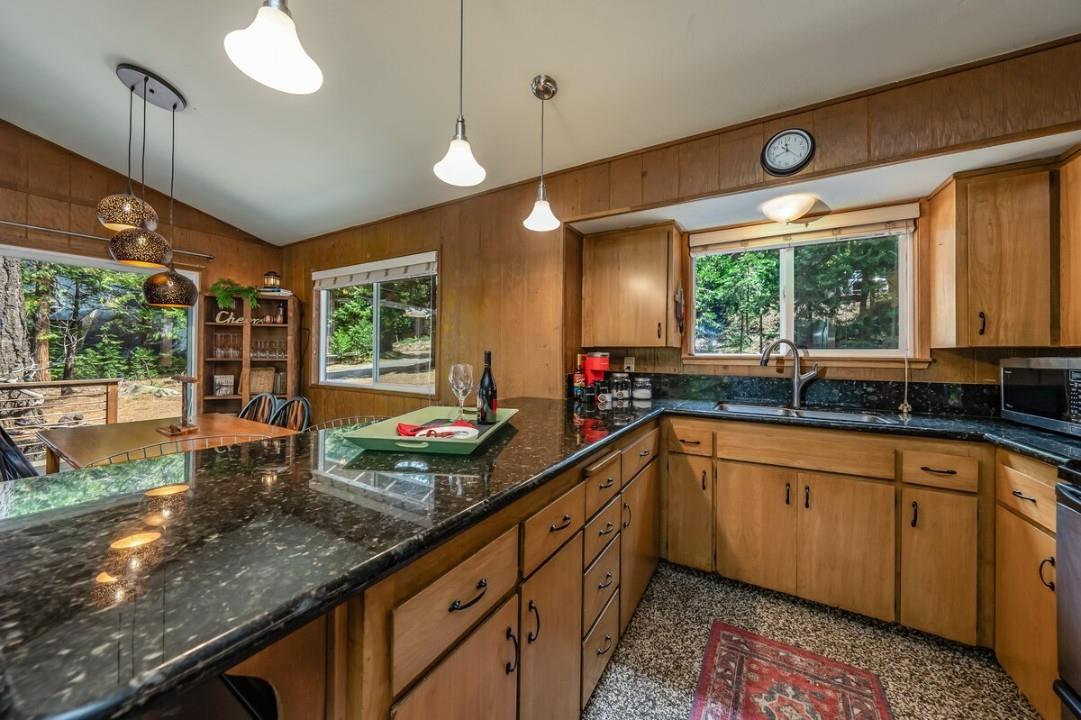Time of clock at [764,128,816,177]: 11:41
